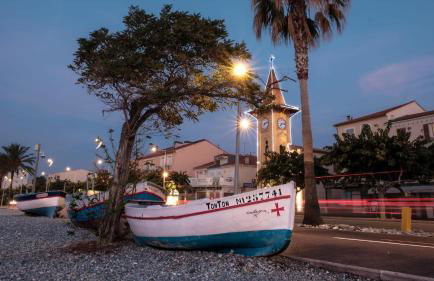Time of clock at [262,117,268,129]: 7:12
